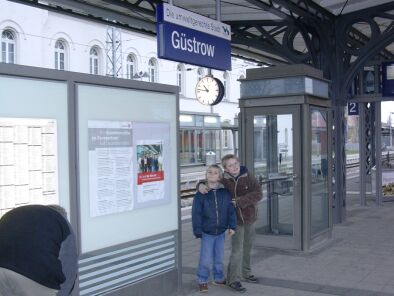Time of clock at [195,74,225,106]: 10:47
